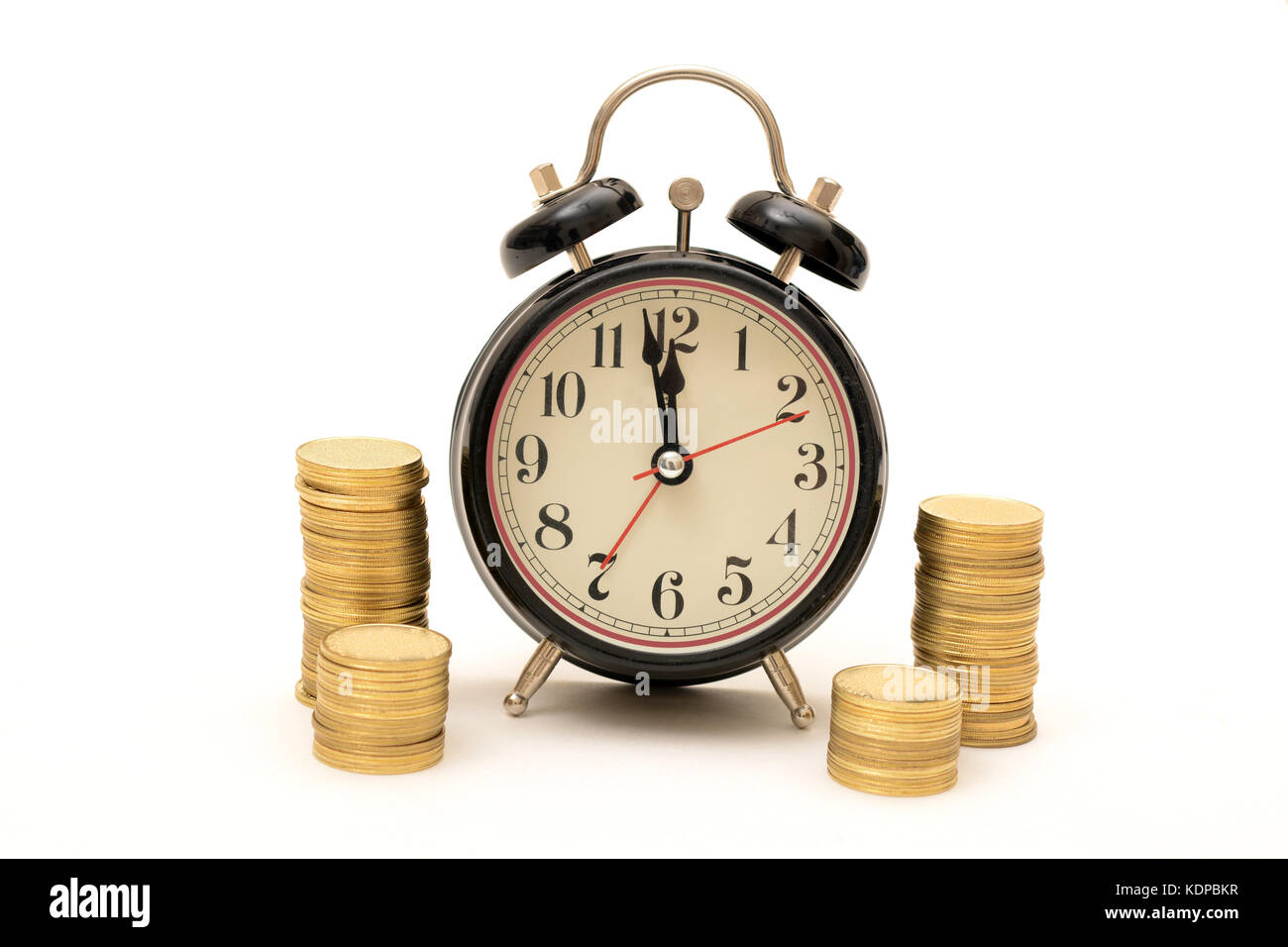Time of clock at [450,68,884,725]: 11:58
